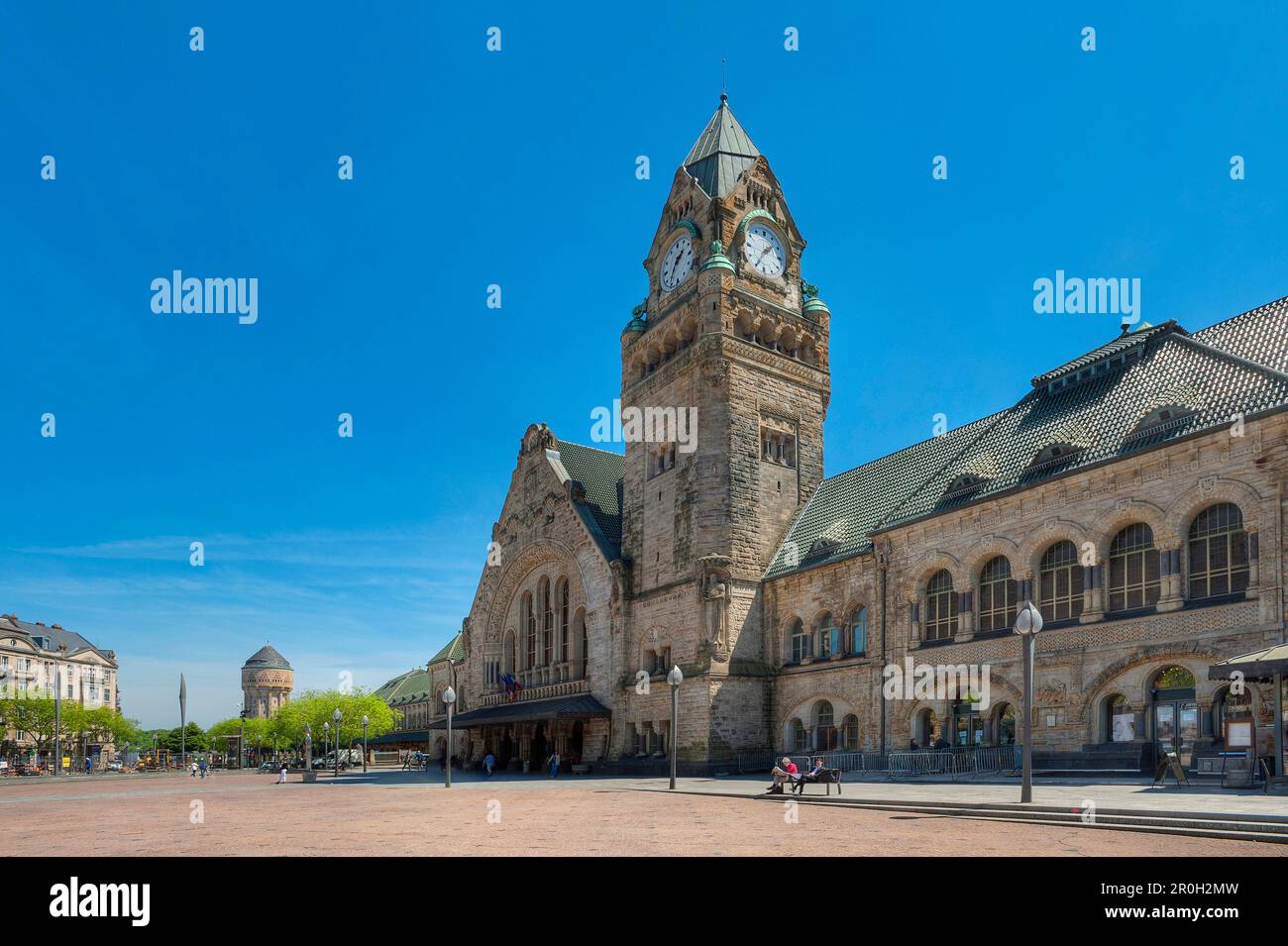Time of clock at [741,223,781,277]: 1:35
